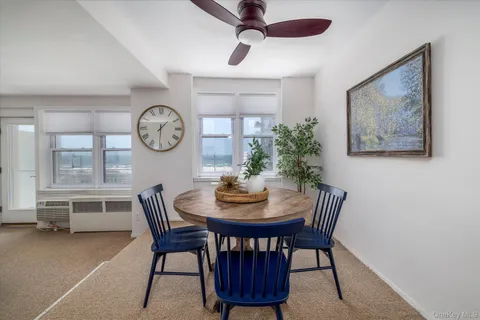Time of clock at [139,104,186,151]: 1:30
